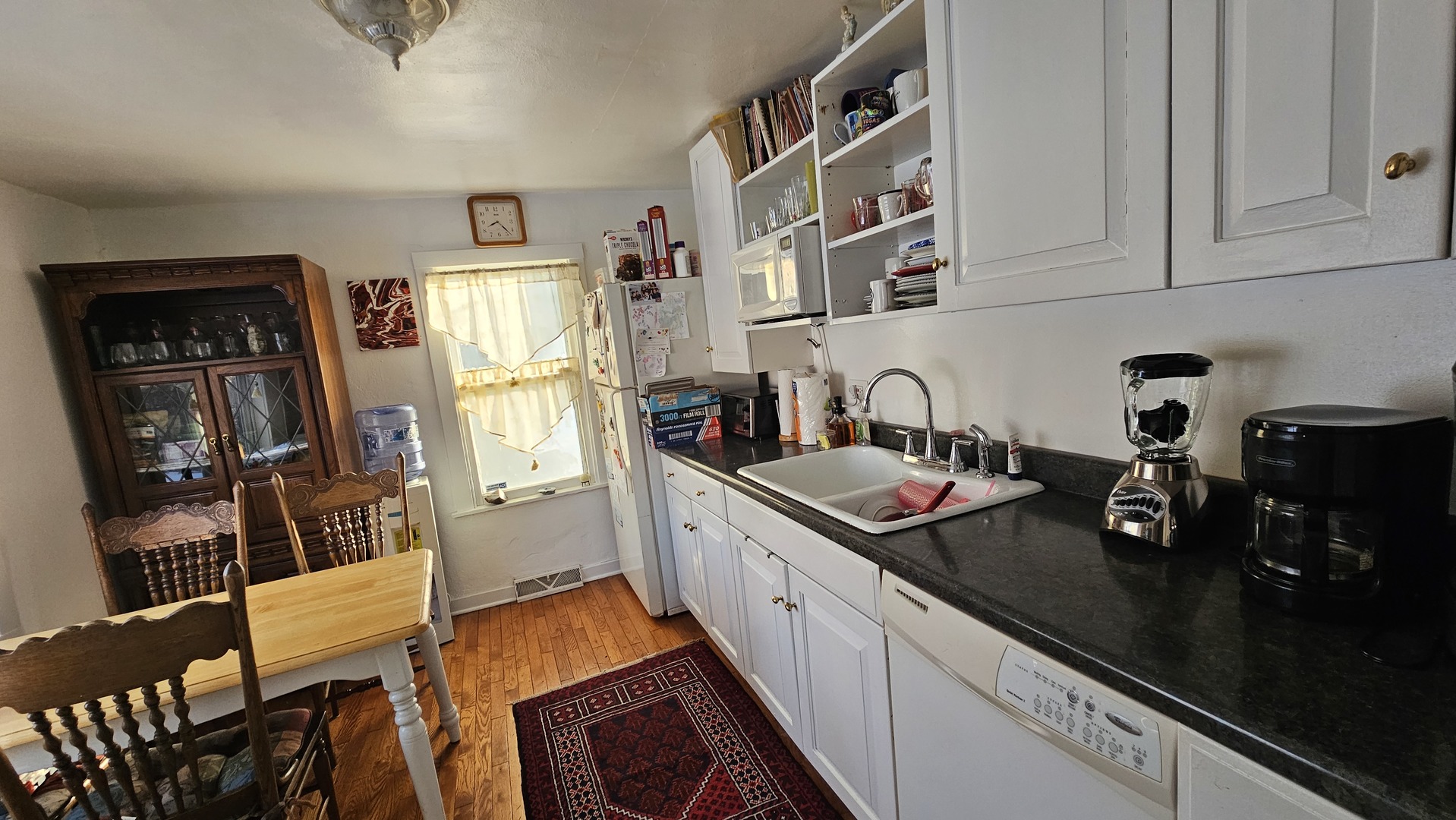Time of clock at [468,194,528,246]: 8:22
